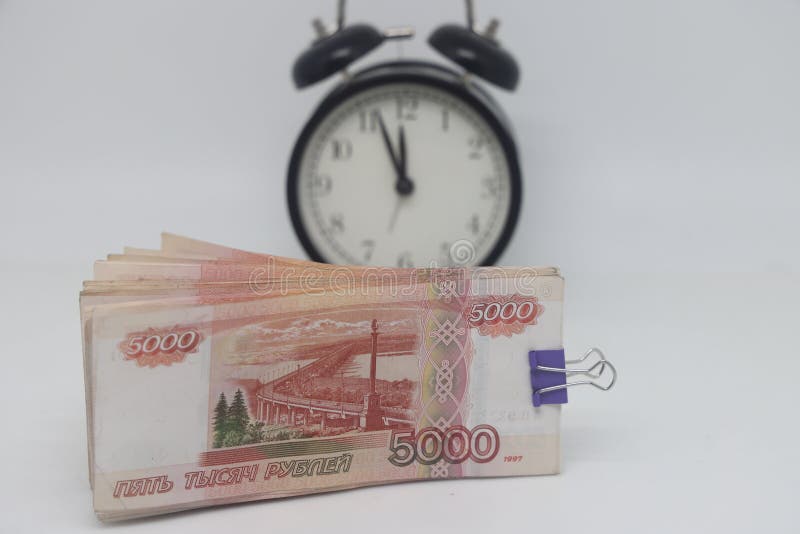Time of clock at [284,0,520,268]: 11:56
